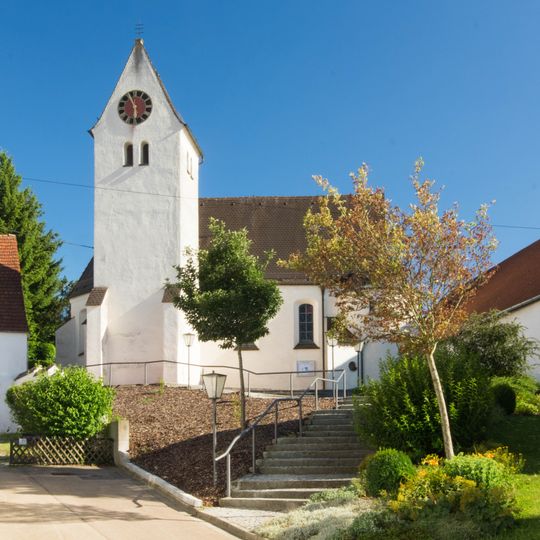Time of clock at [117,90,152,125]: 5:54
